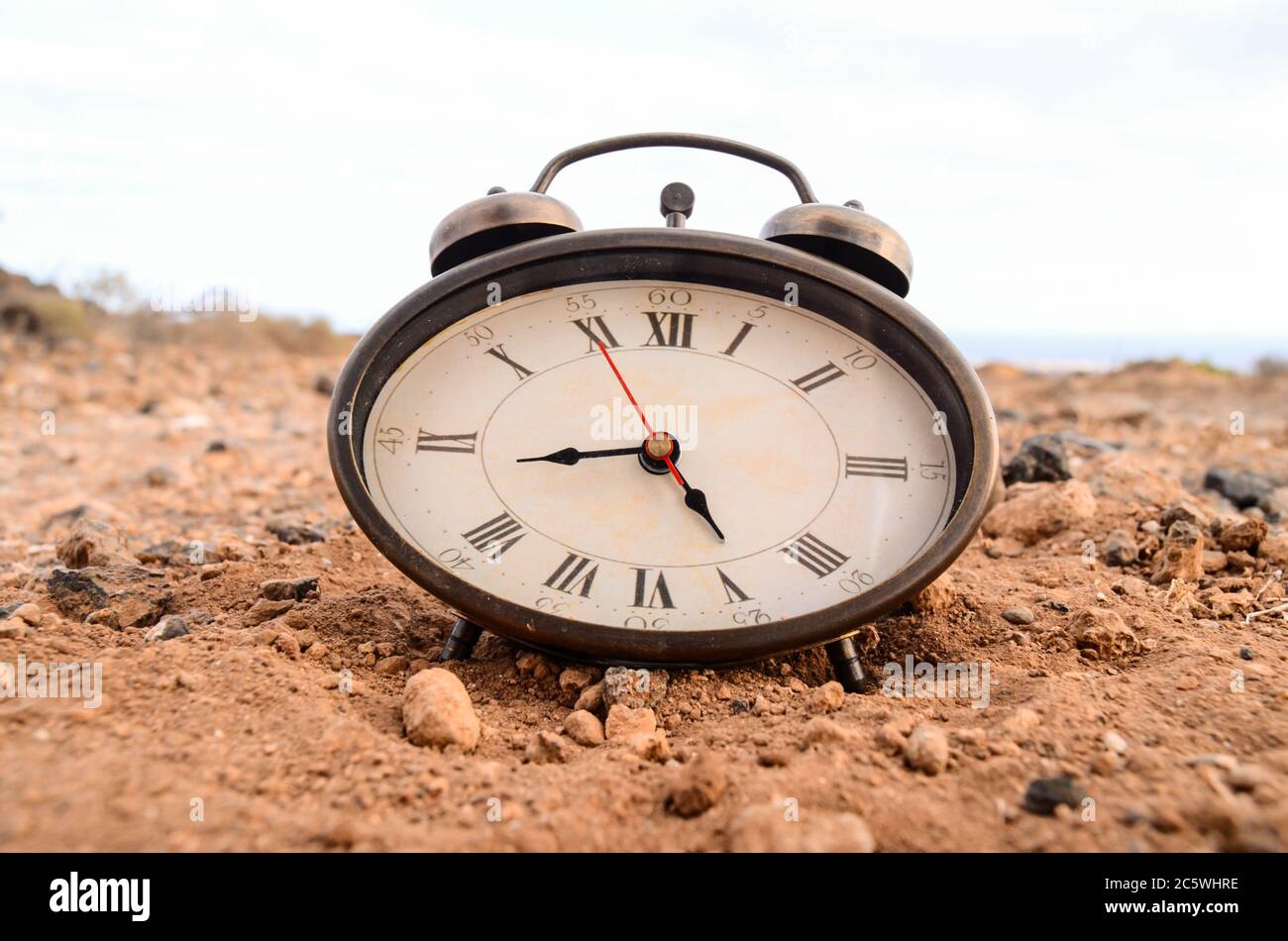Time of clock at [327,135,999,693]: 4:43
